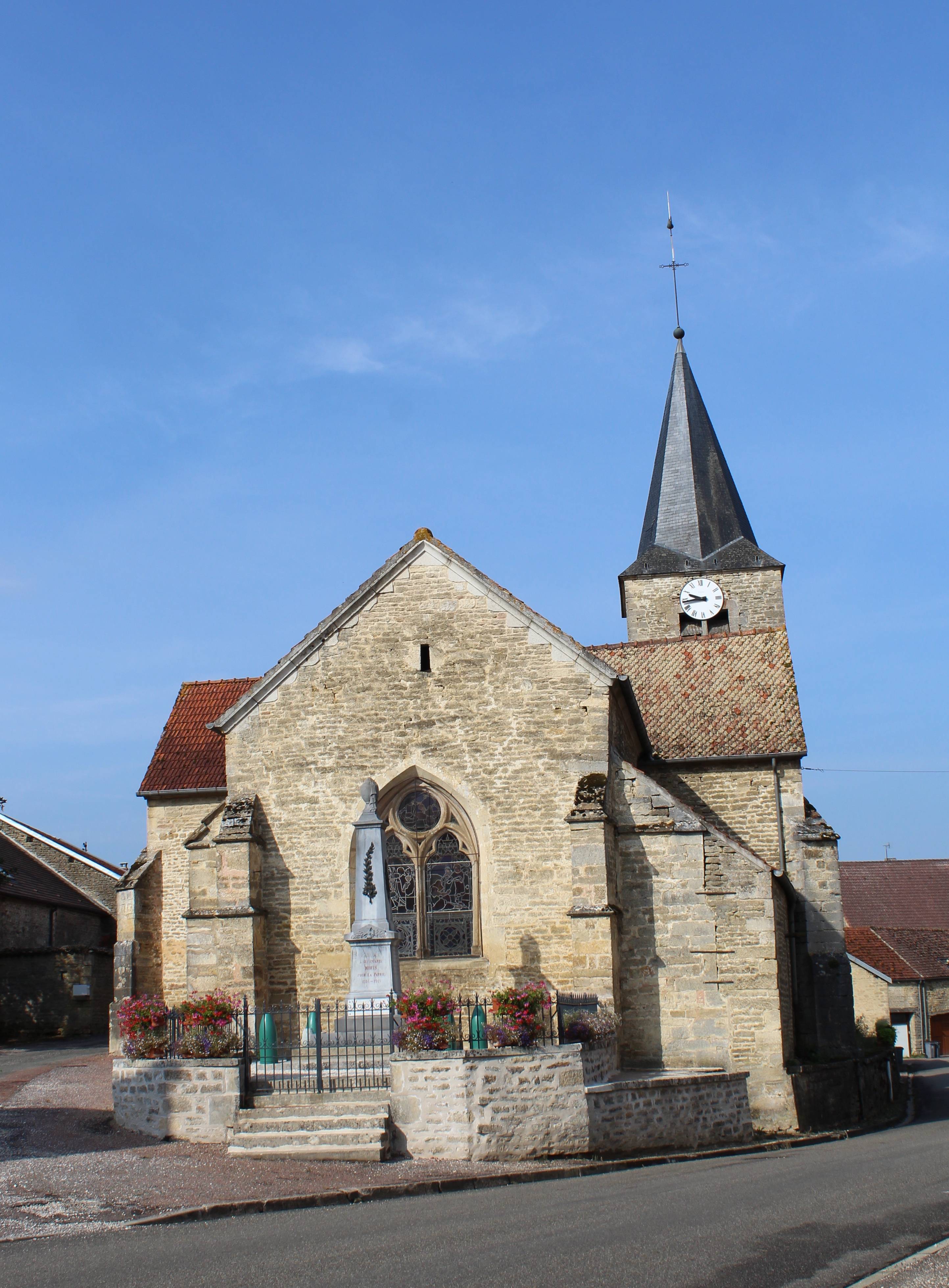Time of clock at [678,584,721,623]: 9:43
